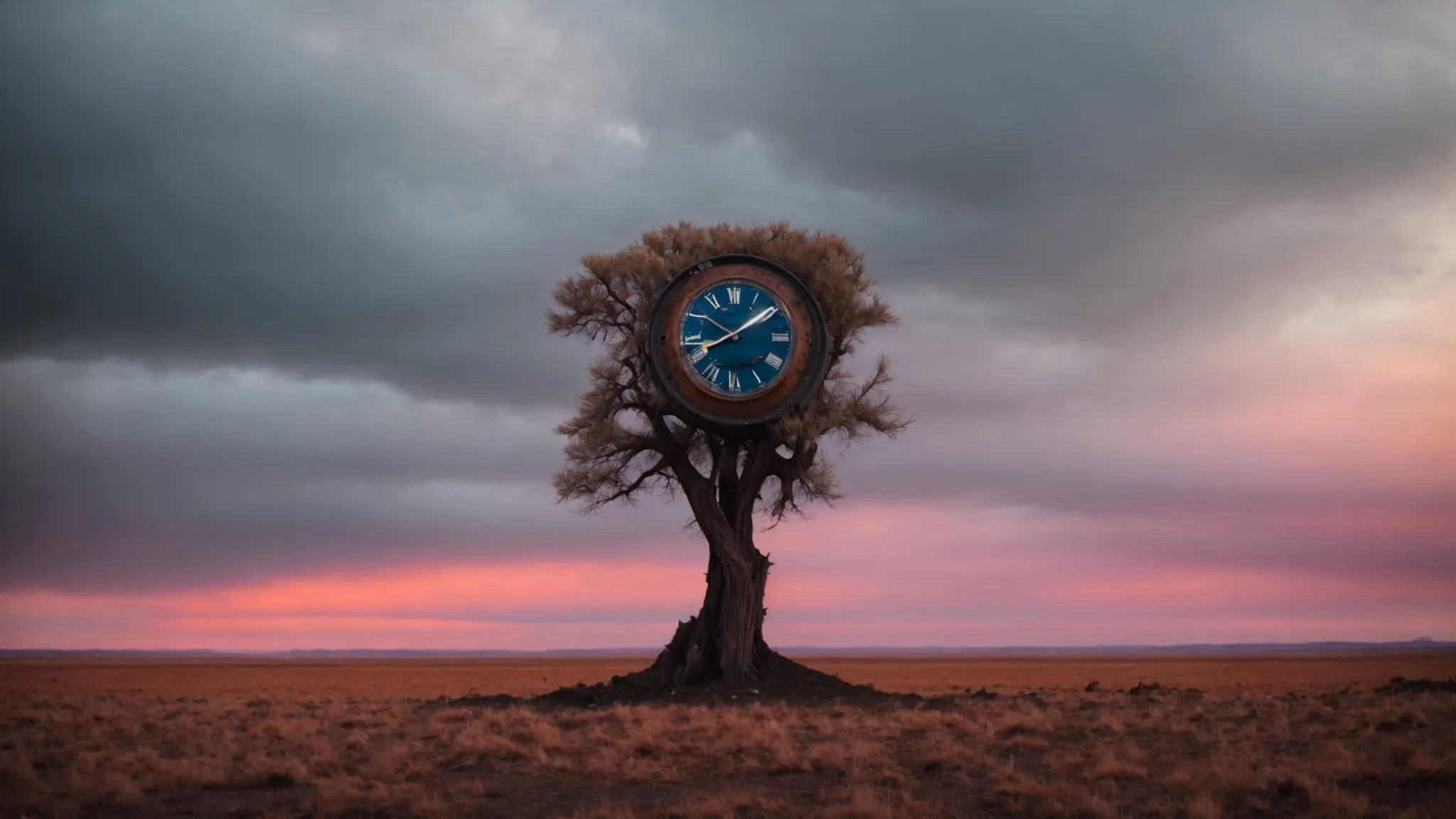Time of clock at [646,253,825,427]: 8:08
